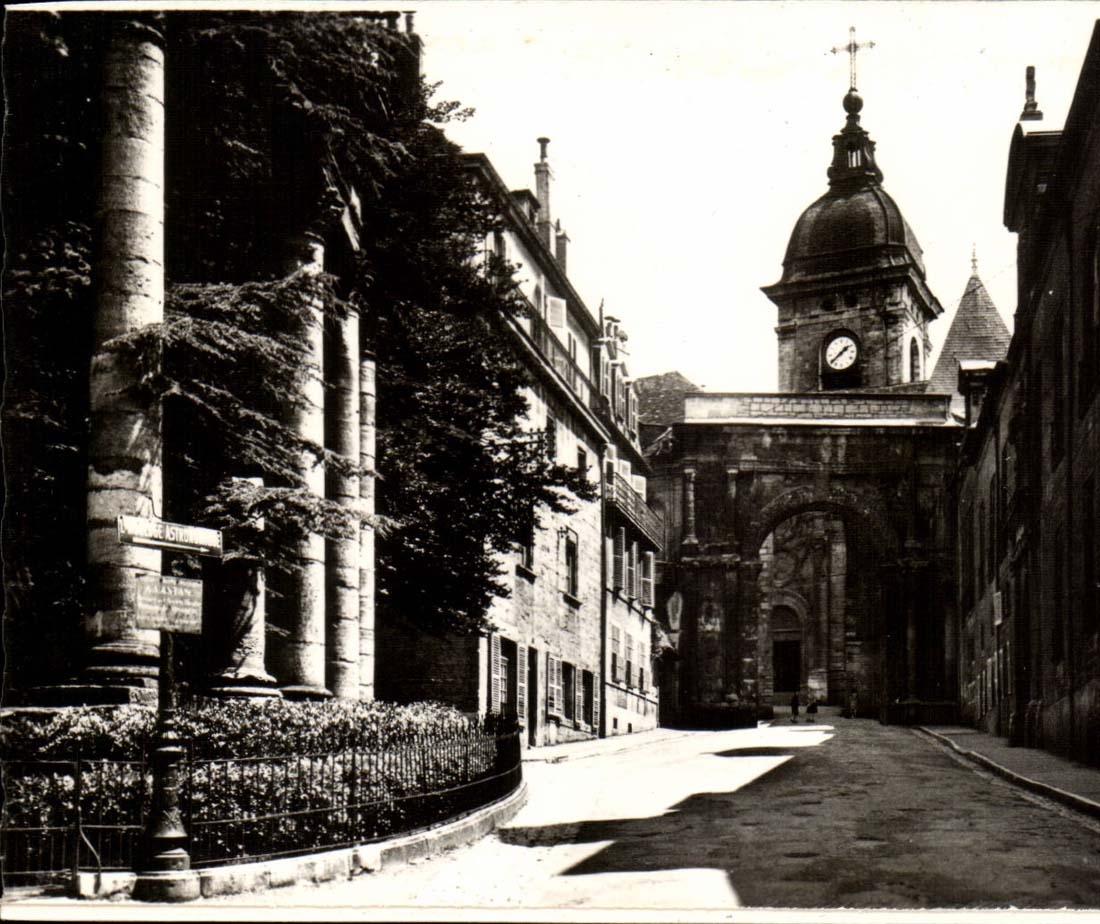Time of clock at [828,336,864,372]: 1:38
